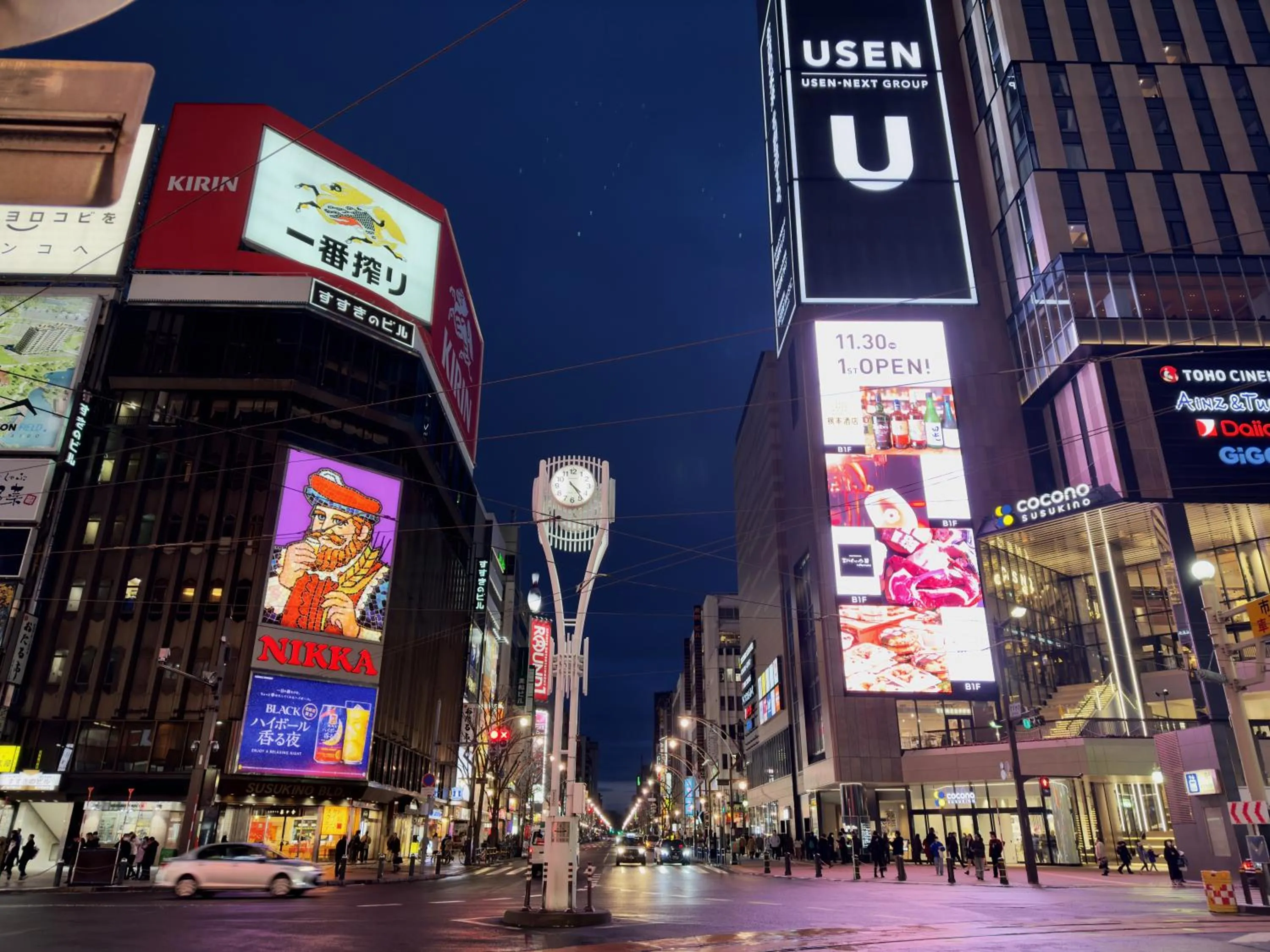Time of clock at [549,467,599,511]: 4:23
